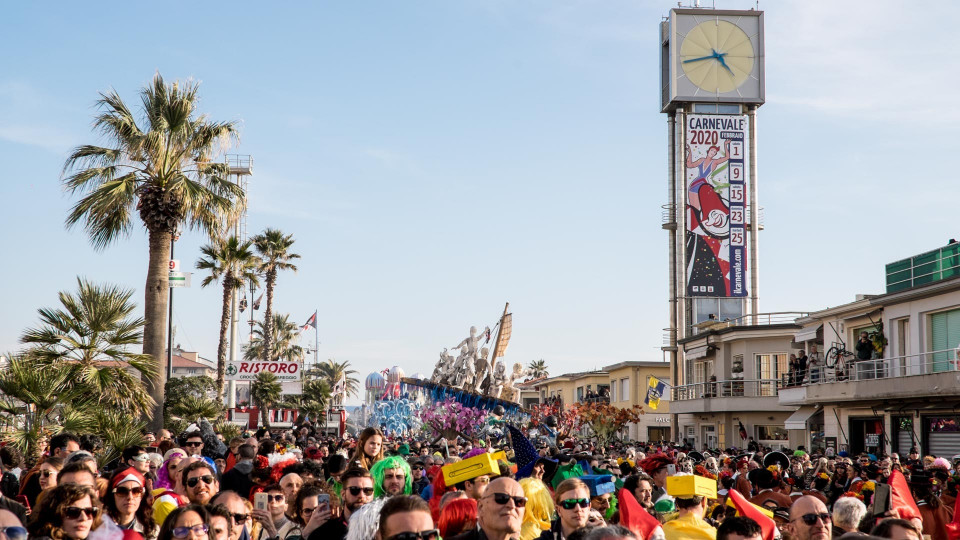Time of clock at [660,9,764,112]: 4:42
